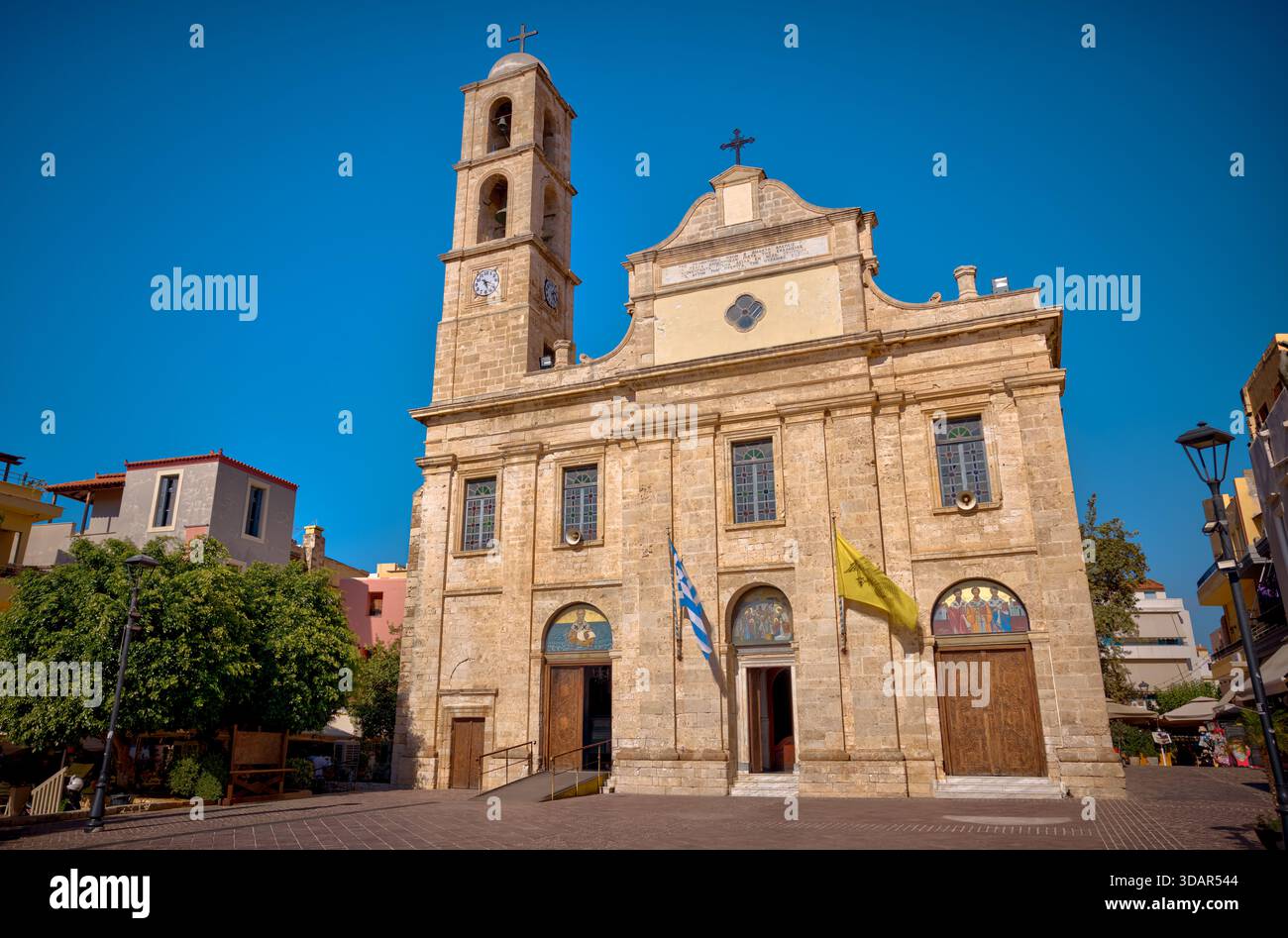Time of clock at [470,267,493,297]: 5:18
